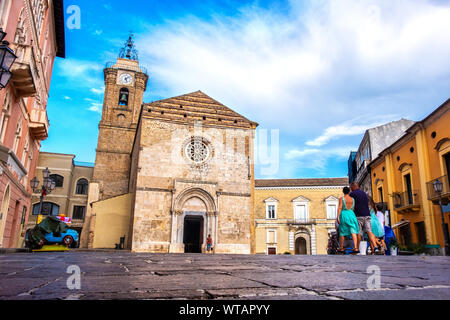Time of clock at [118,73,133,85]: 5:08
